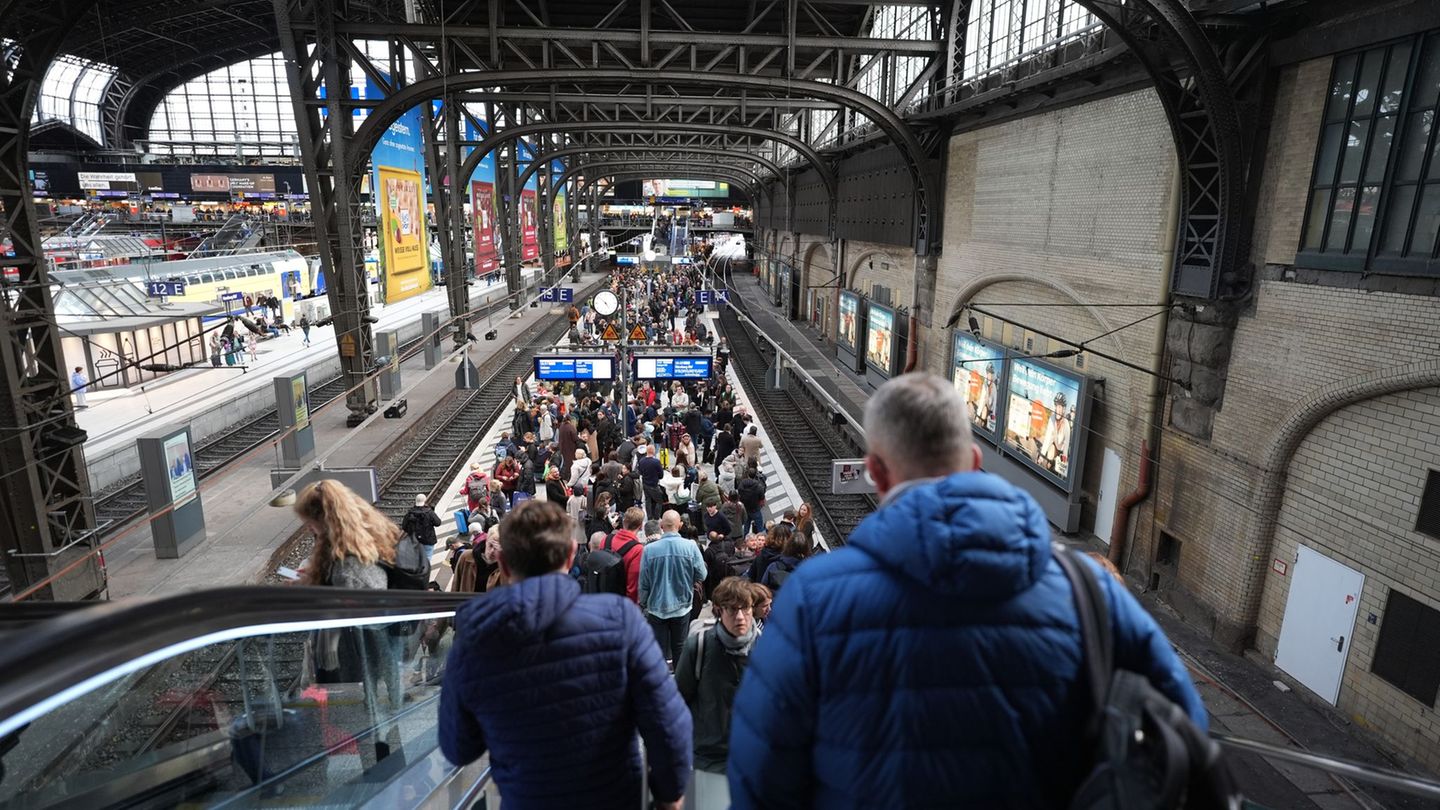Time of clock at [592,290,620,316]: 4:52
